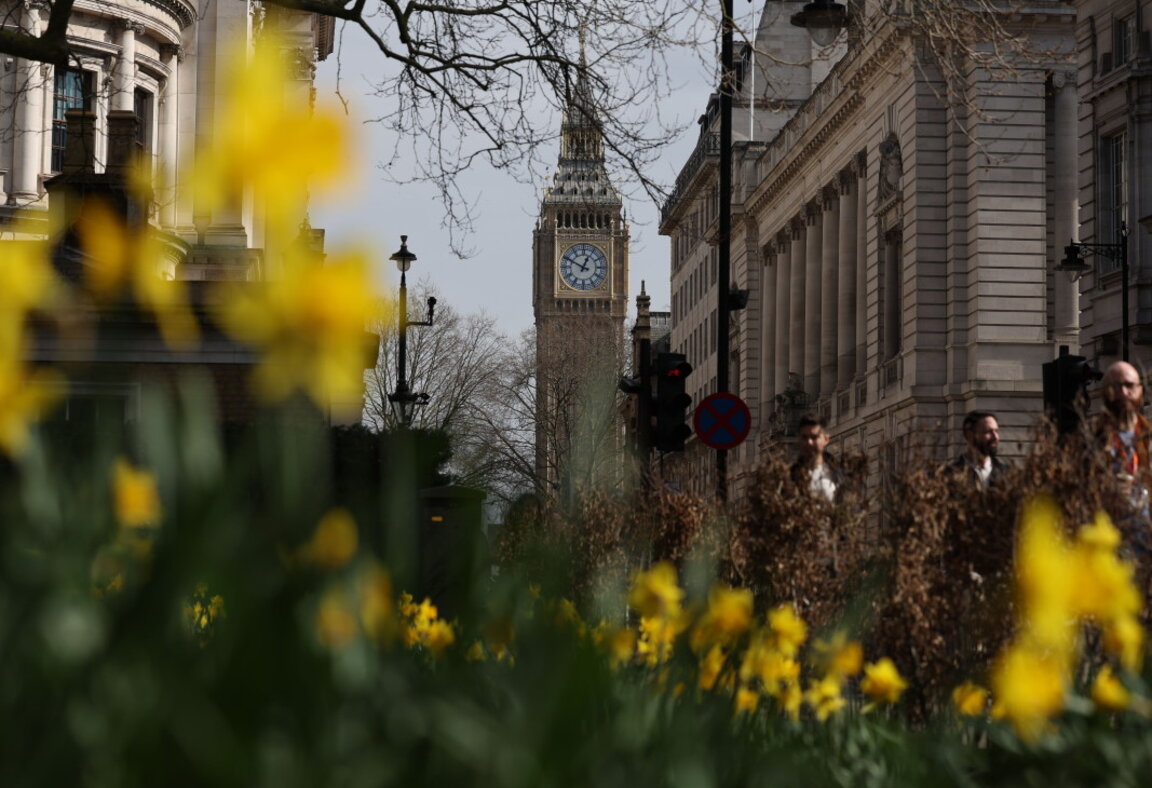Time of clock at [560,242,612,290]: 12:49
